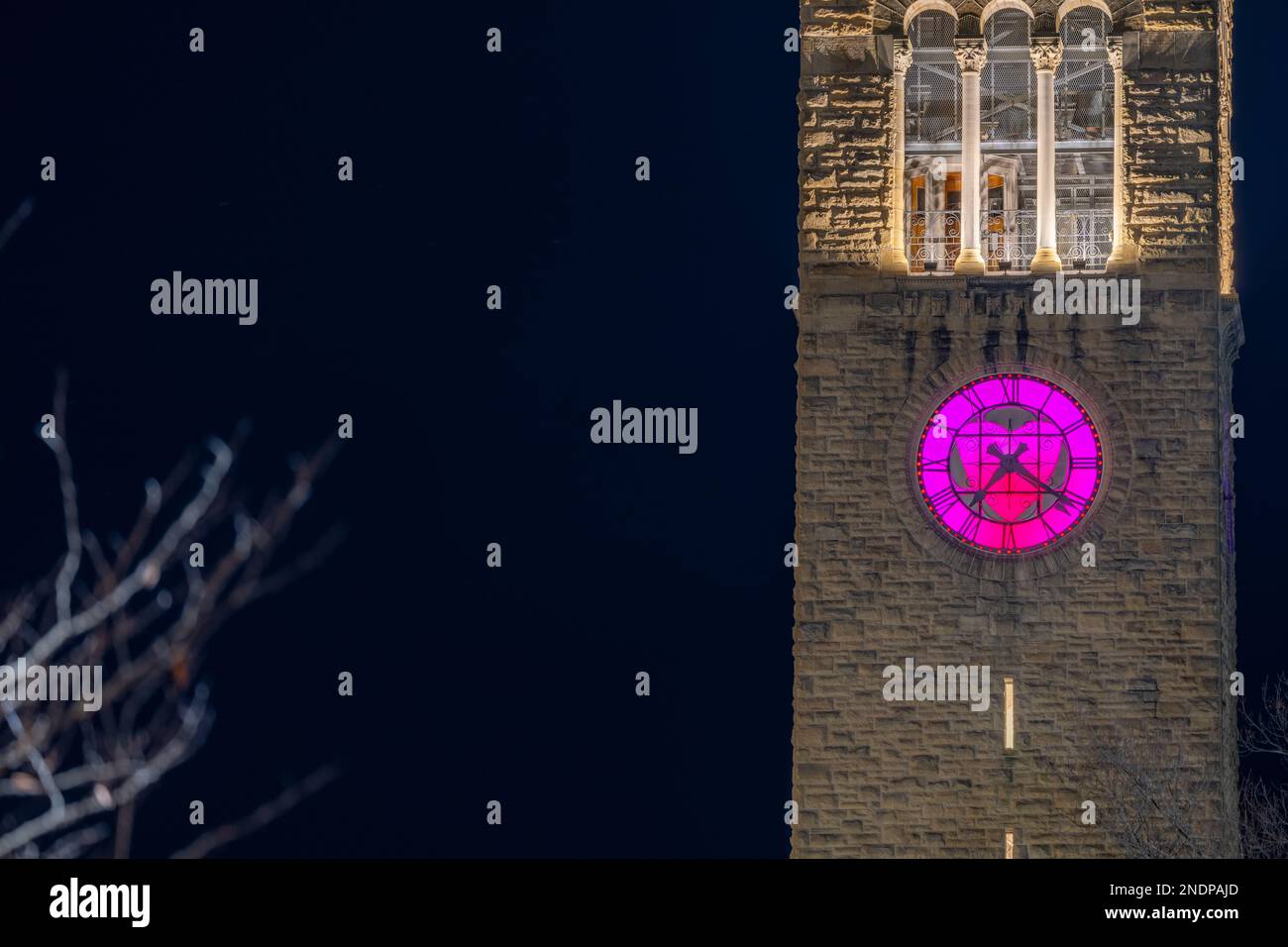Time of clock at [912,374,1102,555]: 7:20
